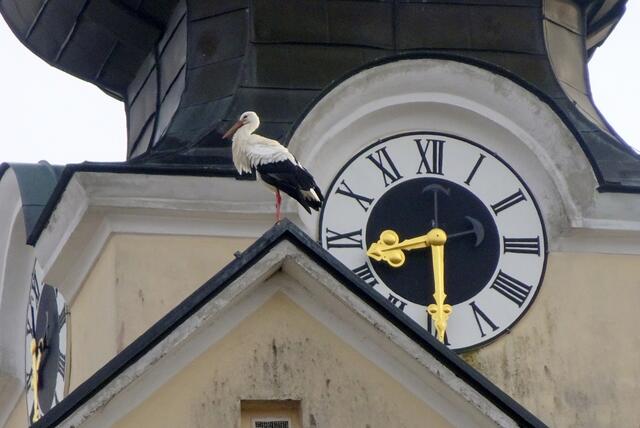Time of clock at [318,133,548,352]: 8:30
